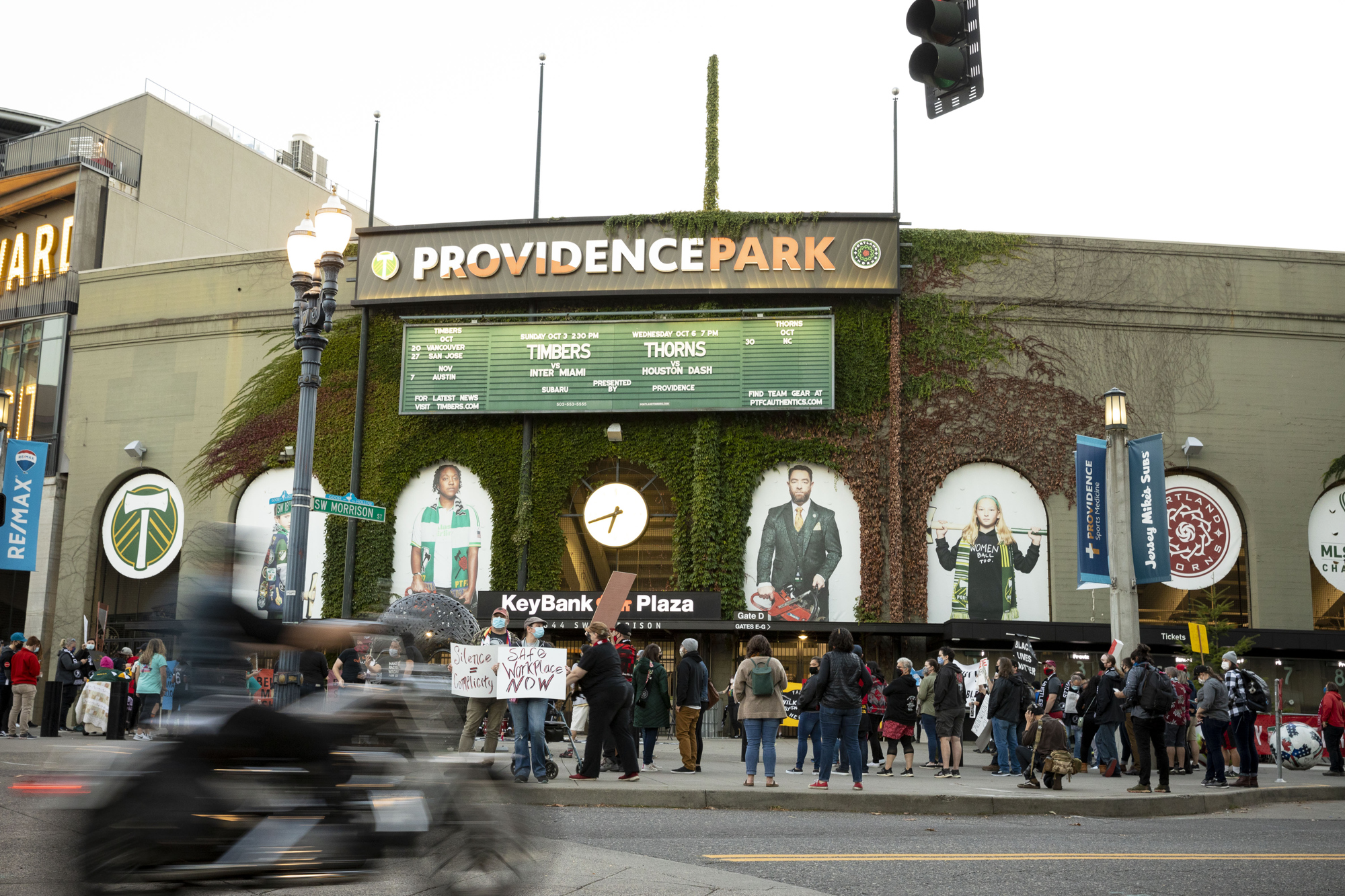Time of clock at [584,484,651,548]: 6:41
